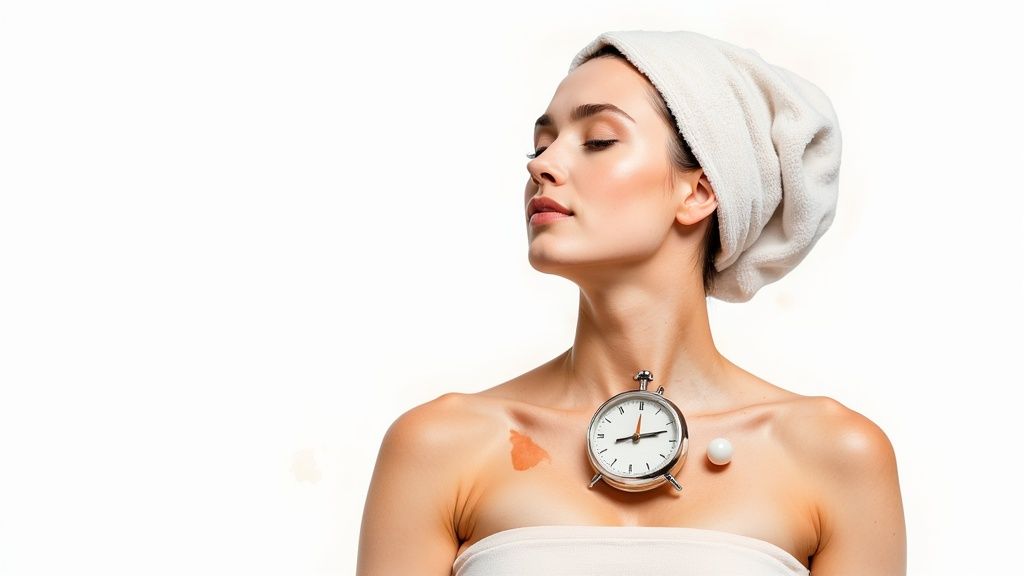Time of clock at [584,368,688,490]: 12:12
